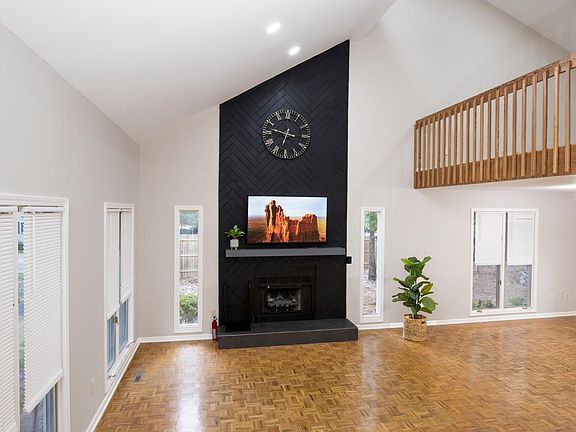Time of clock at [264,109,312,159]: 6:47
